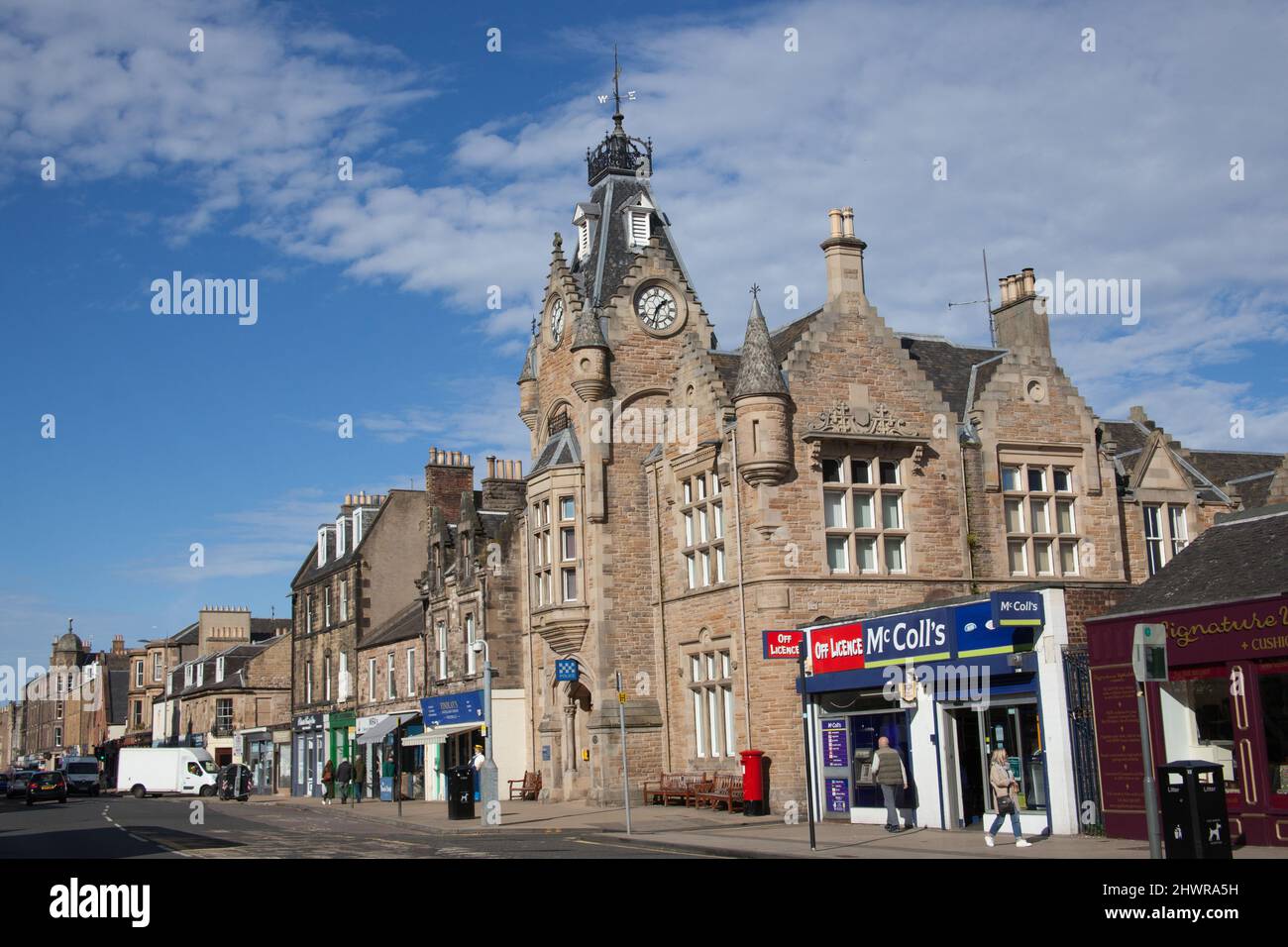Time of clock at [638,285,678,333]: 1:33
